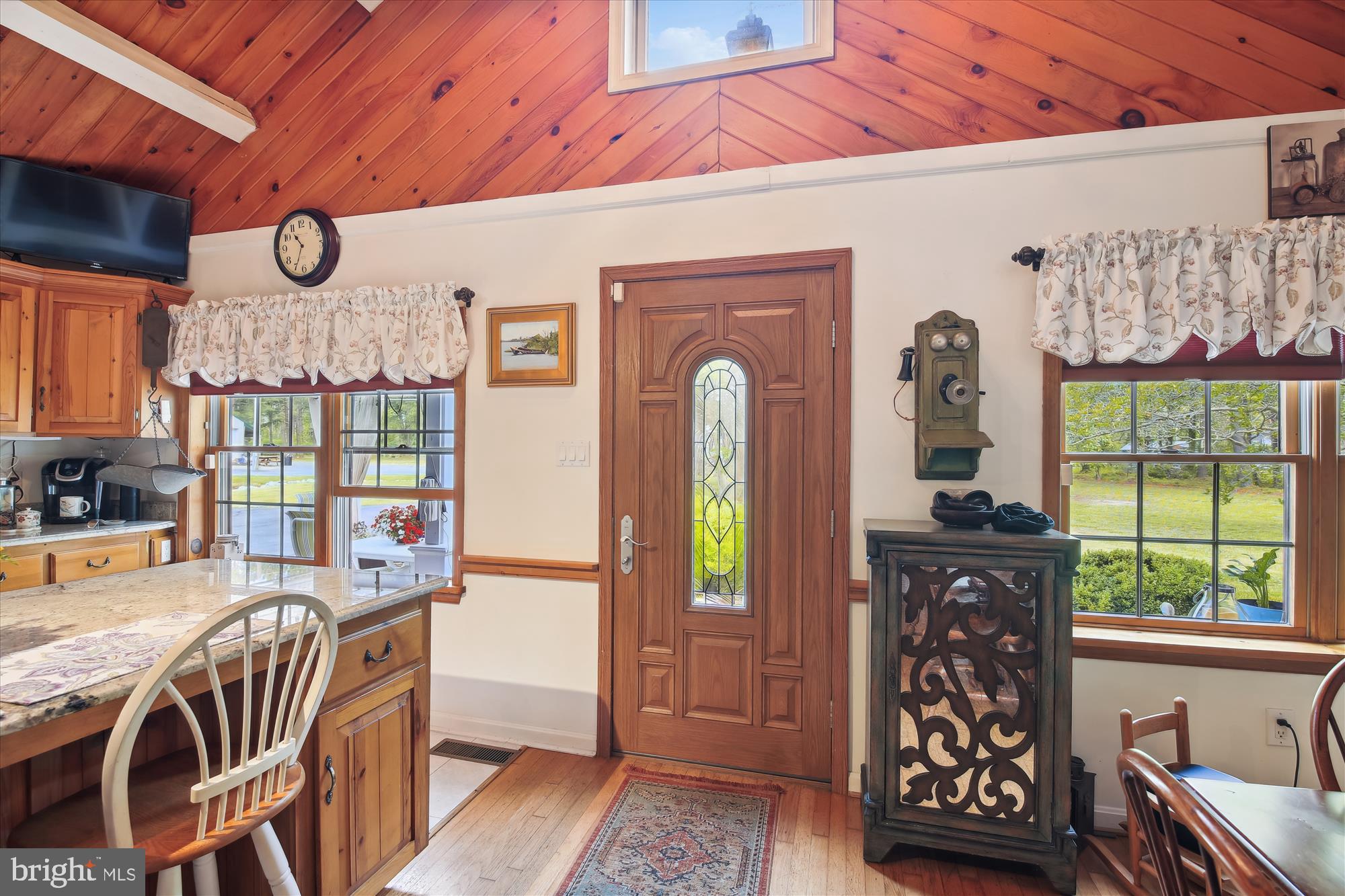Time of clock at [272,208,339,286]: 10:34
